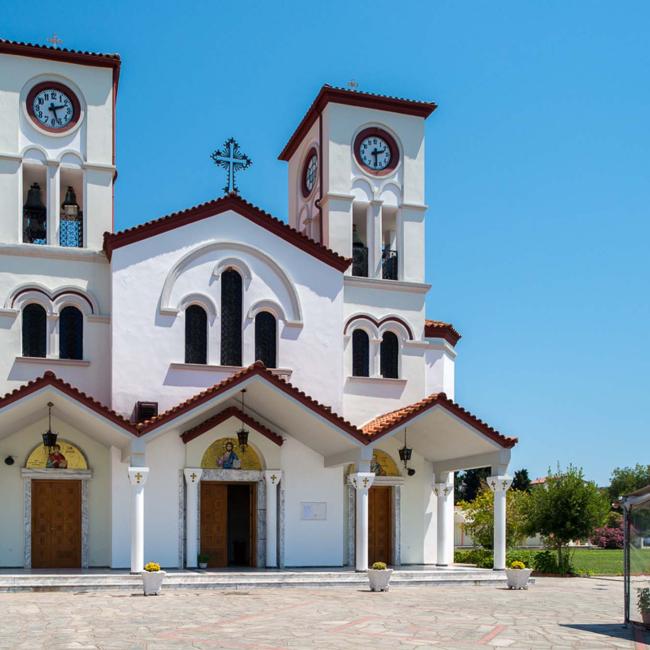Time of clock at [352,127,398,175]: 2:29
